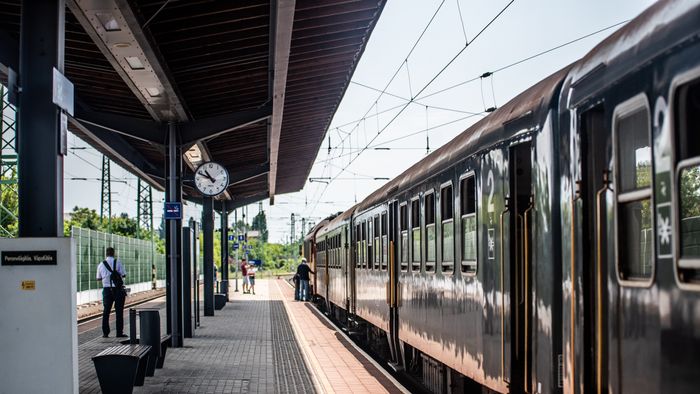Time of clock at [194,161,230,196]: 10:49
